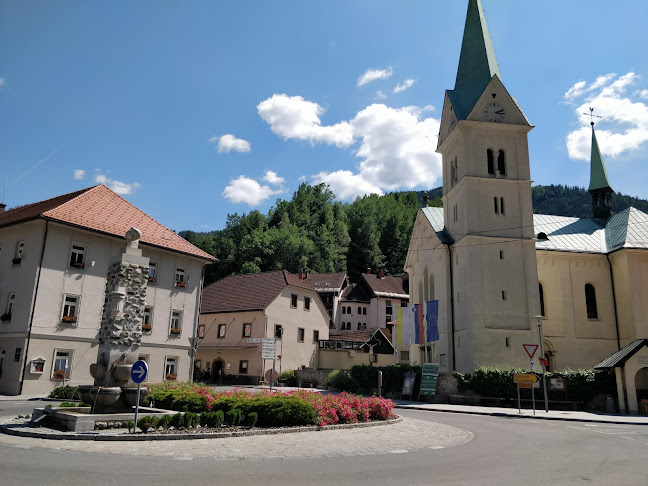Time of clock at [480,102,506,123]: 3:11
